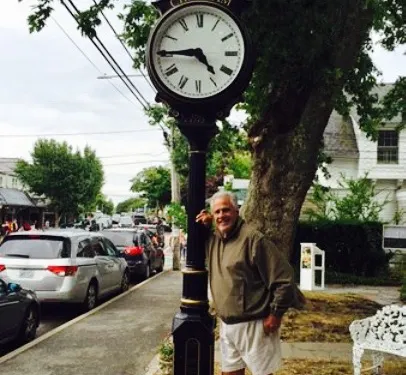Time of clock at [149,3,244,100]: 4:44
